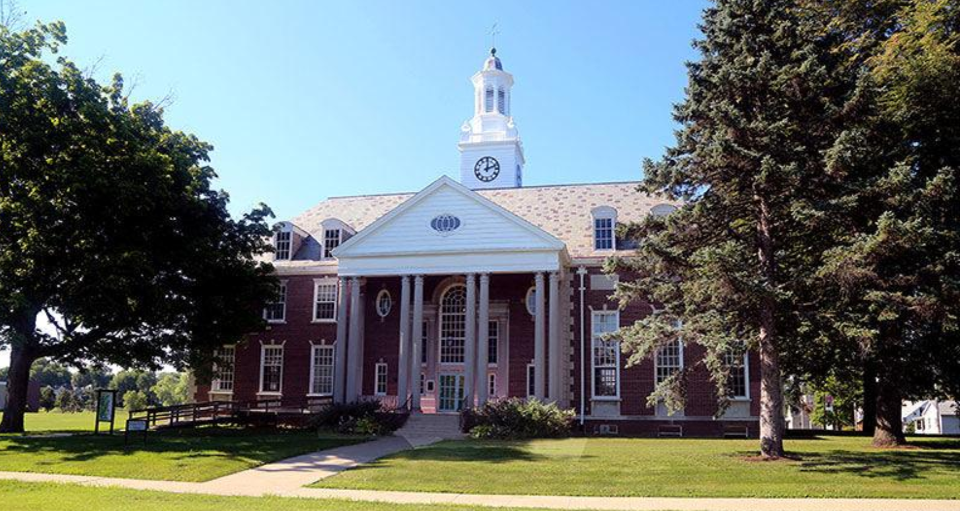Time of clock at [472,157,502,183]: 12:11
